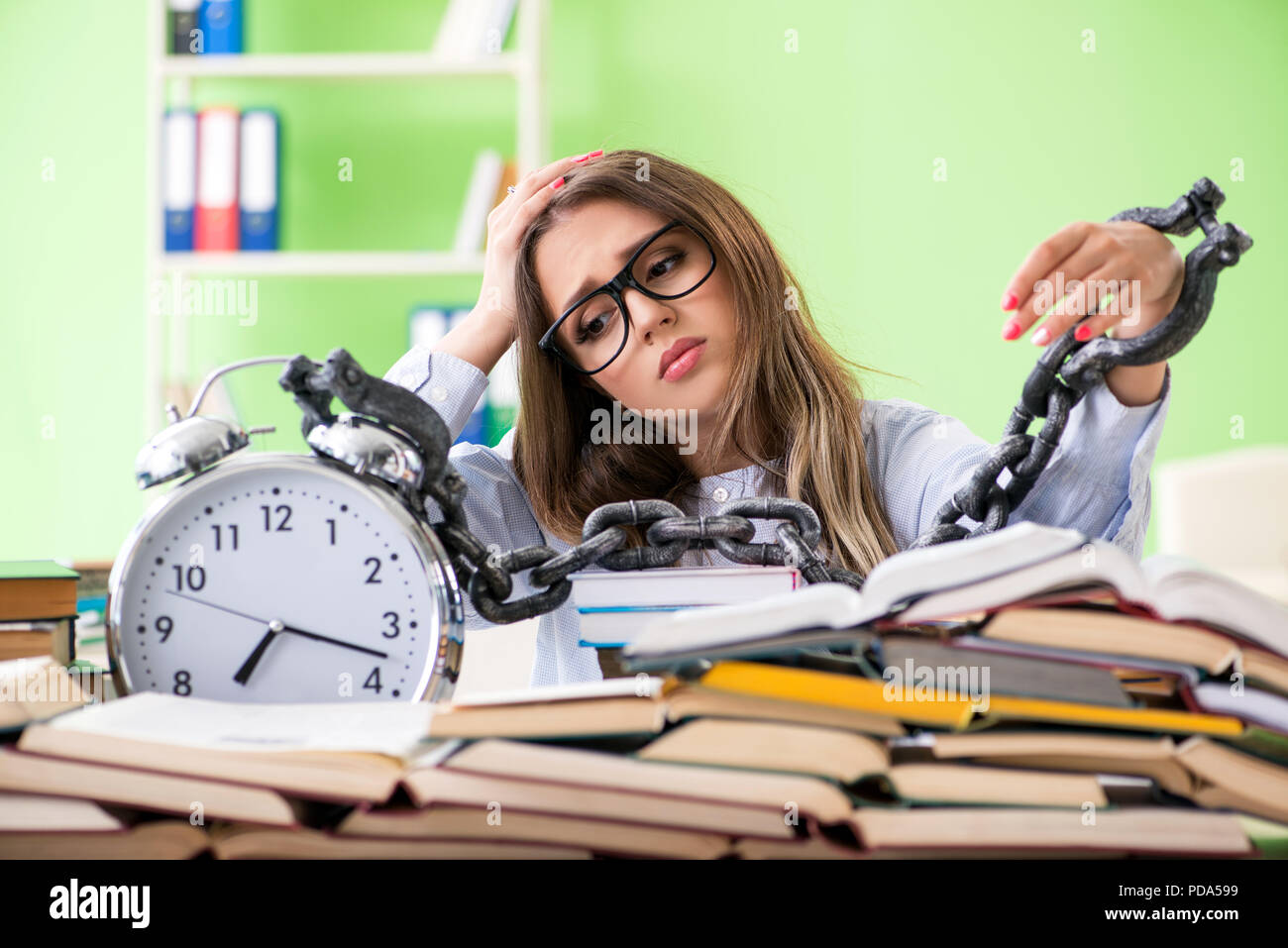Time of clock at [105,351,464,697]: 7:17
